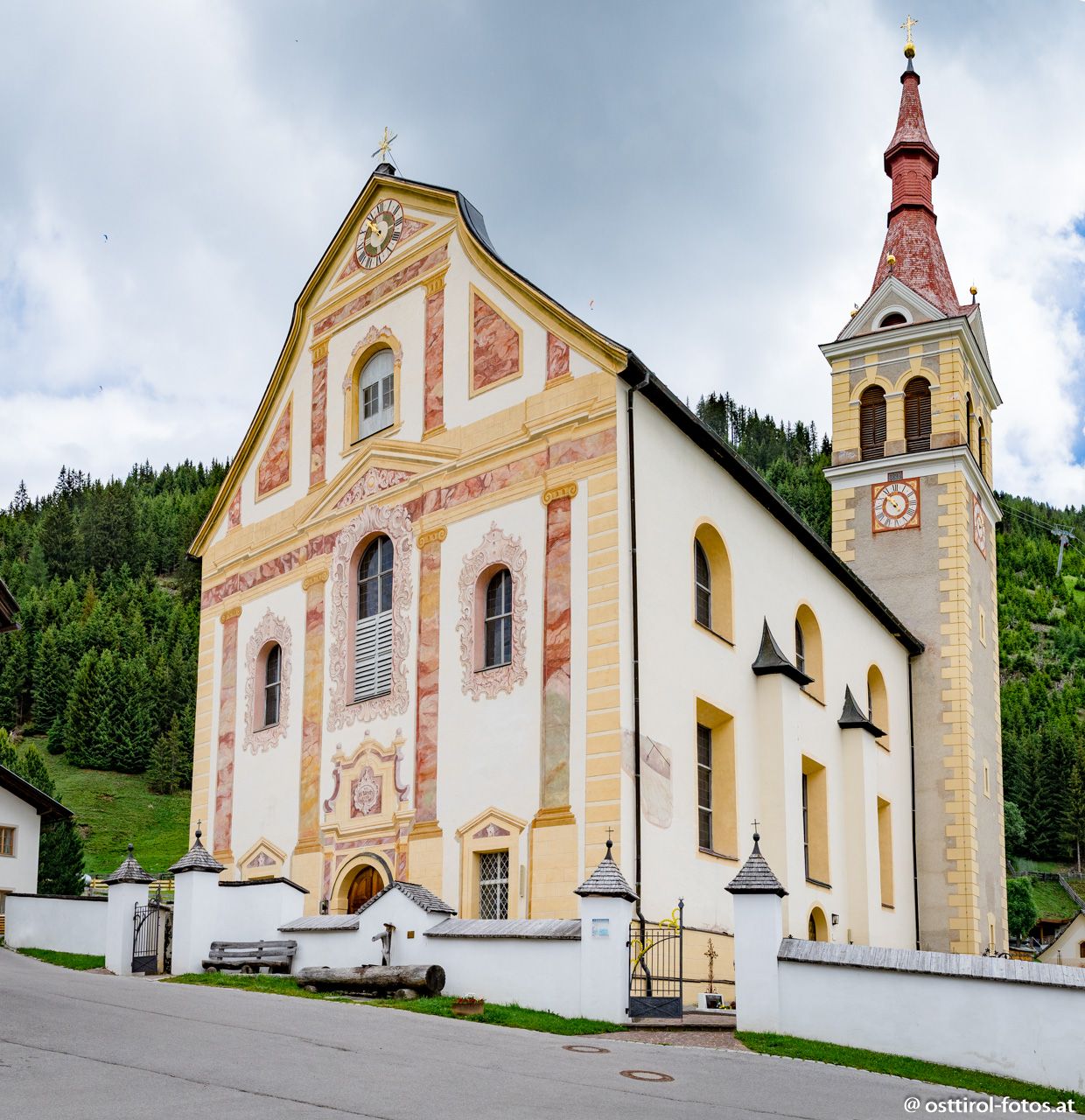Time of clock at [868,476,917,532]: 4:52
